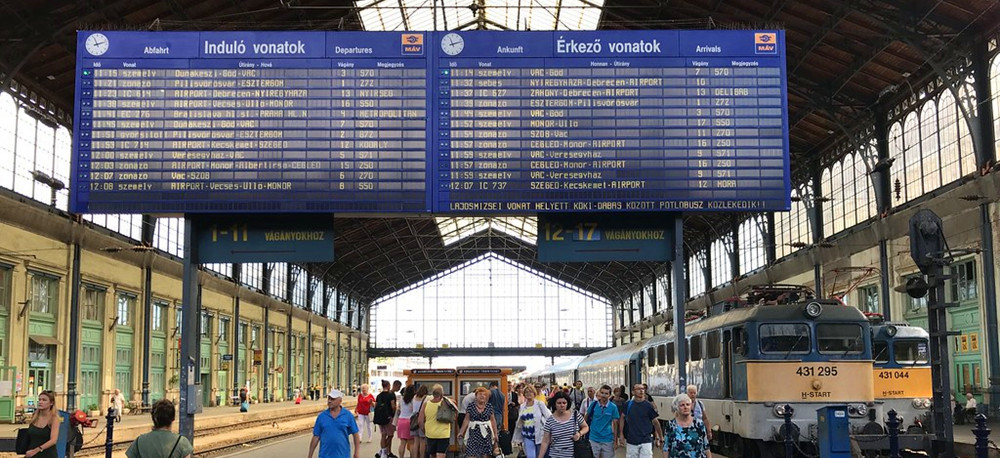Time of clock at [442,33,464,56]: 11:12
